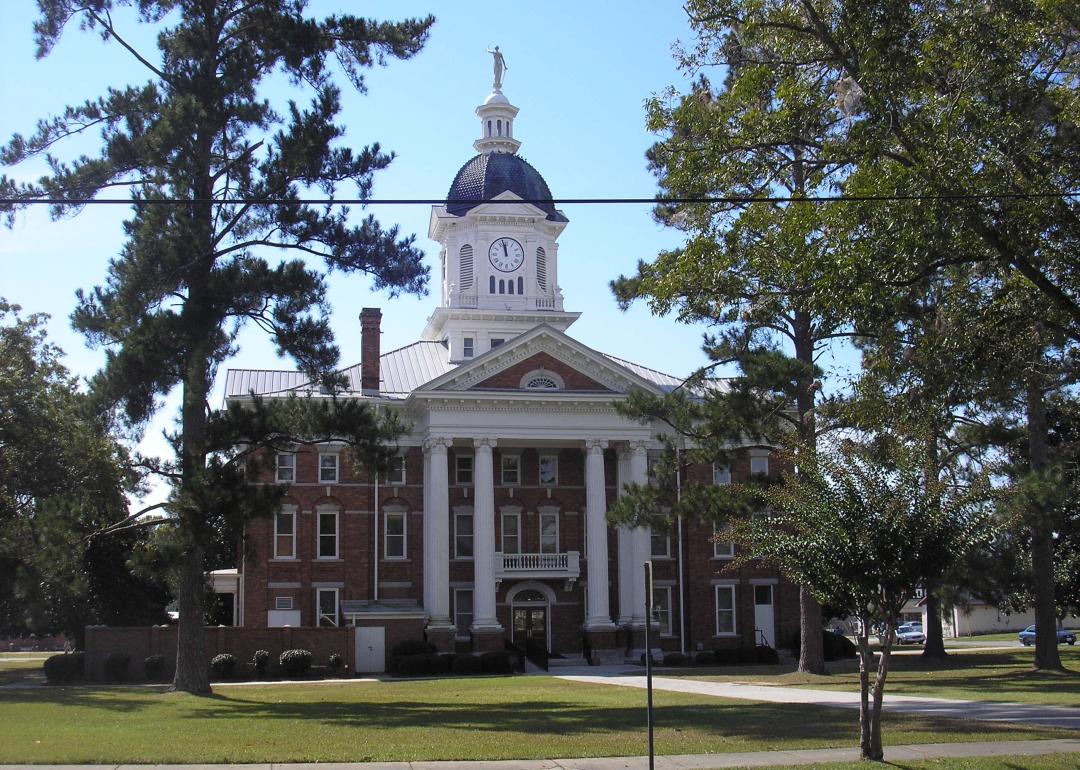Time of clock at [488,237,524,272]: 11:57
